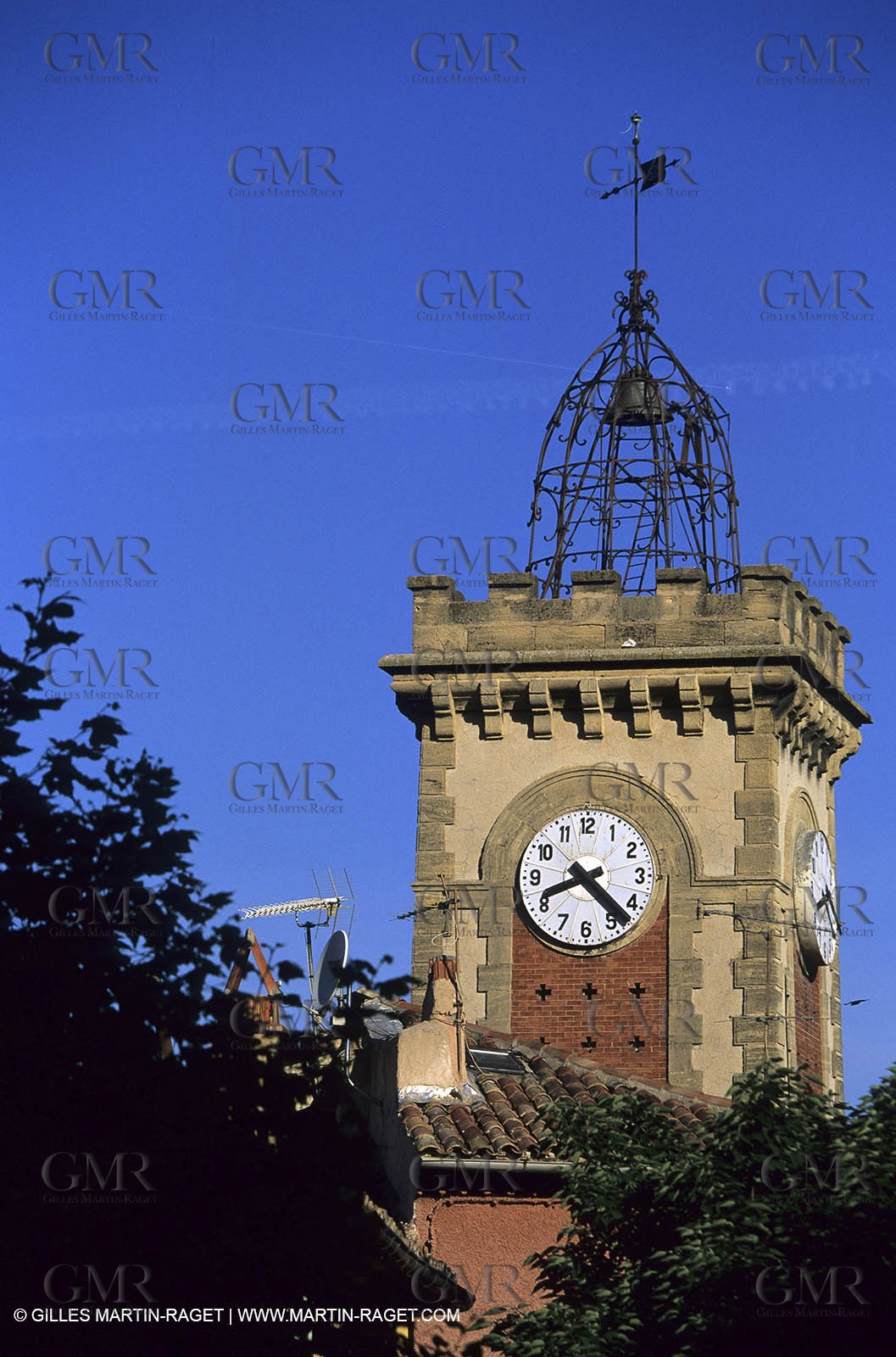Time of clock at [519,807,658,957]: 8:22
